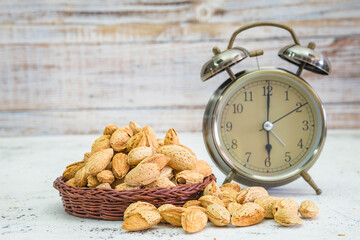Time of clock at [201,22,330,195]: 6:00
